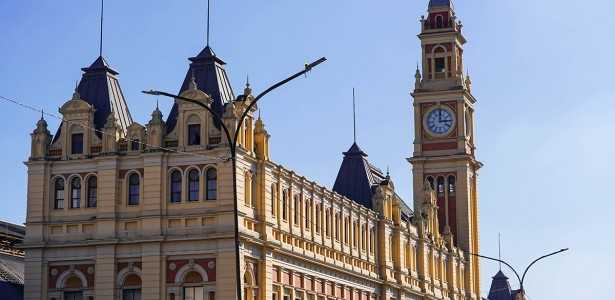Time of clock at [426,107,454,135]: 3:00
